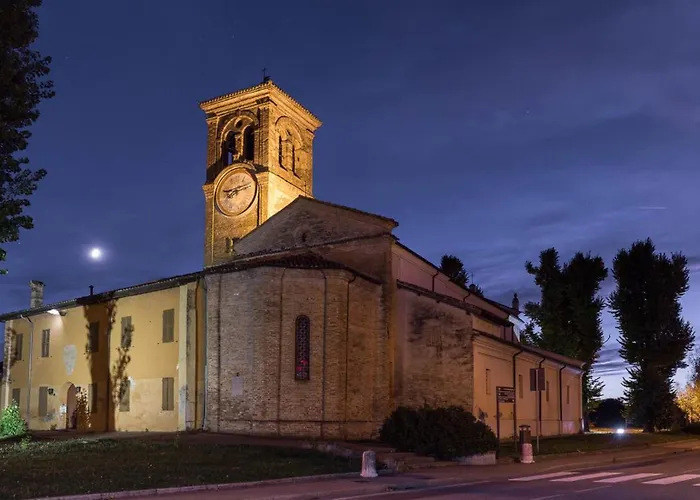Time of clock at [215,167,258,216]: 8:11
